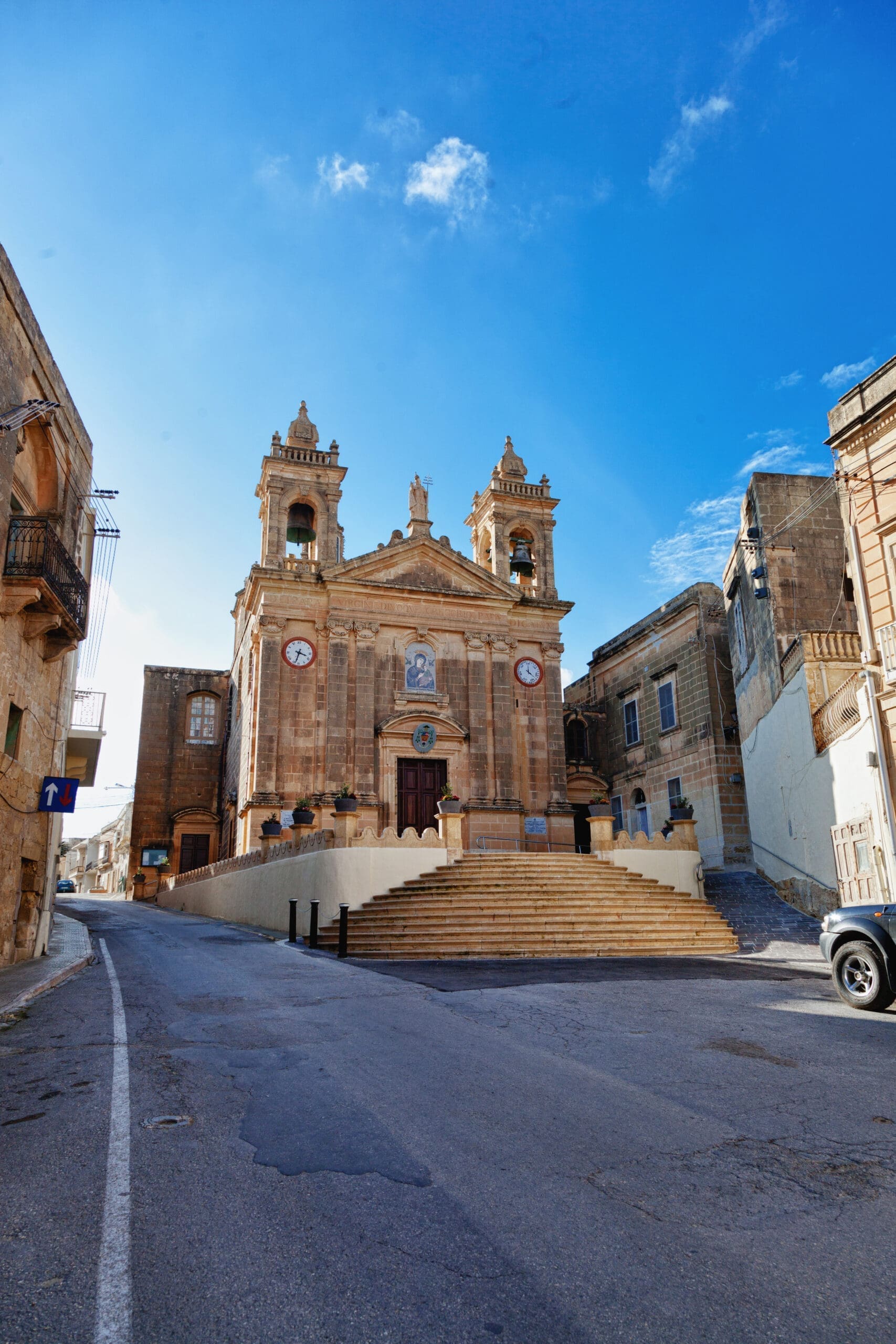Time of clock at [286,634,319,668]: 3:33
